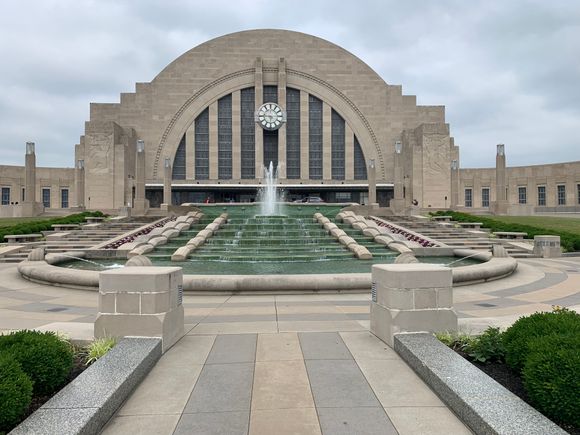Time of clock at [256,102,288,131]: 5:45
